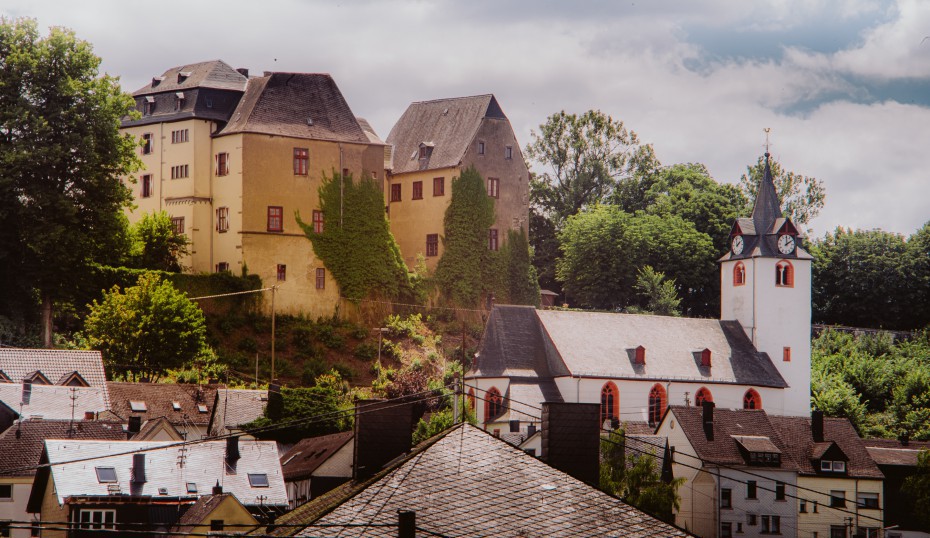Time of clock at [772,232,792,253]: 2:00
